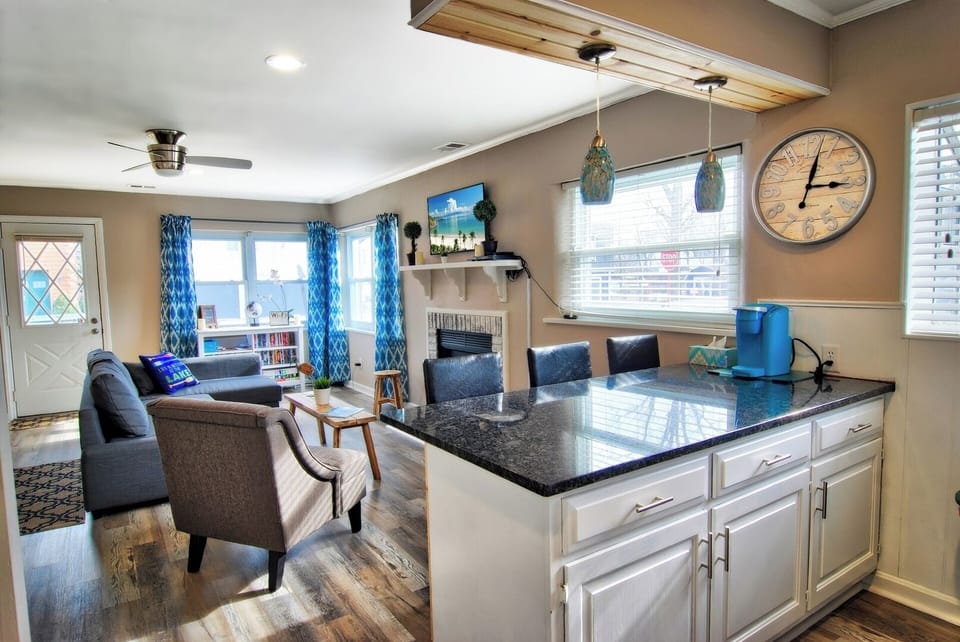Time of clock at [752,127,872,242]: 3:02
